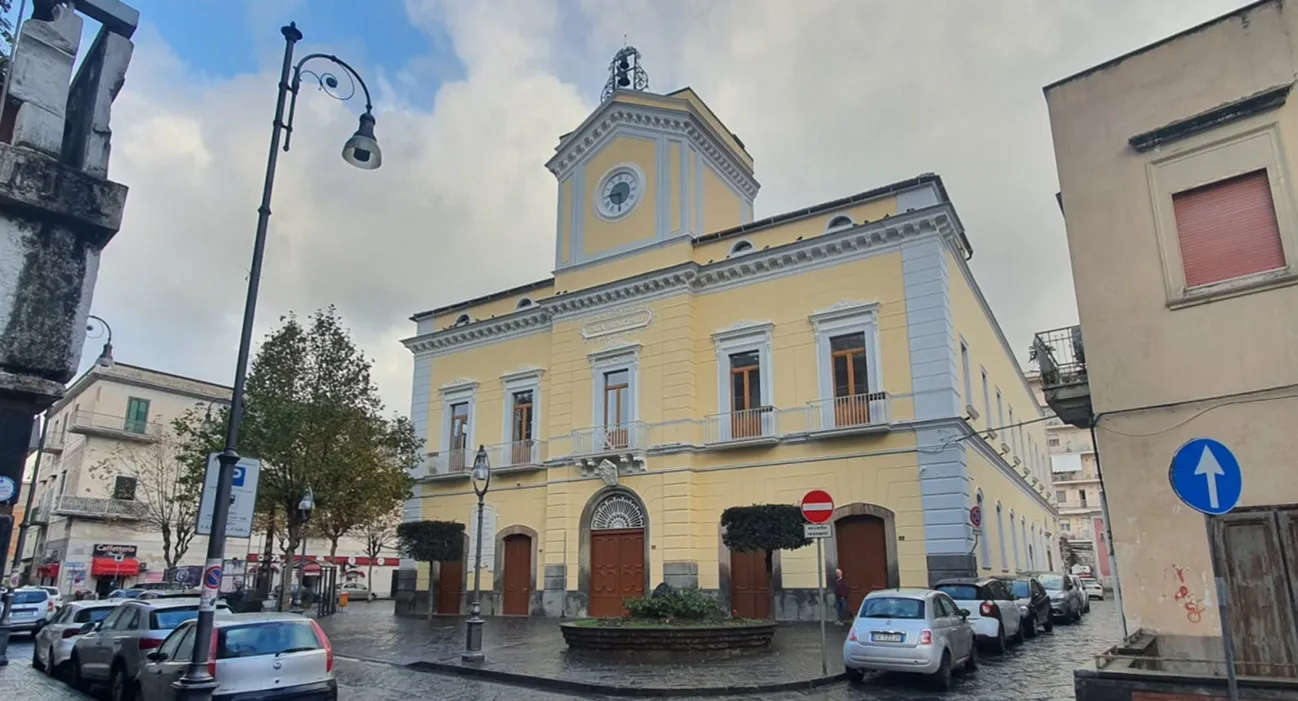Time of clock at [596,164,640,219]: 5:45
